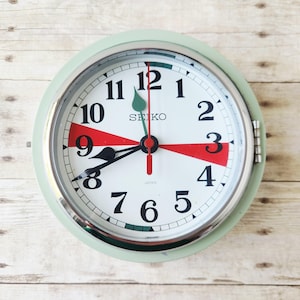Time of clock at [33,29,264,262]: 8:16
